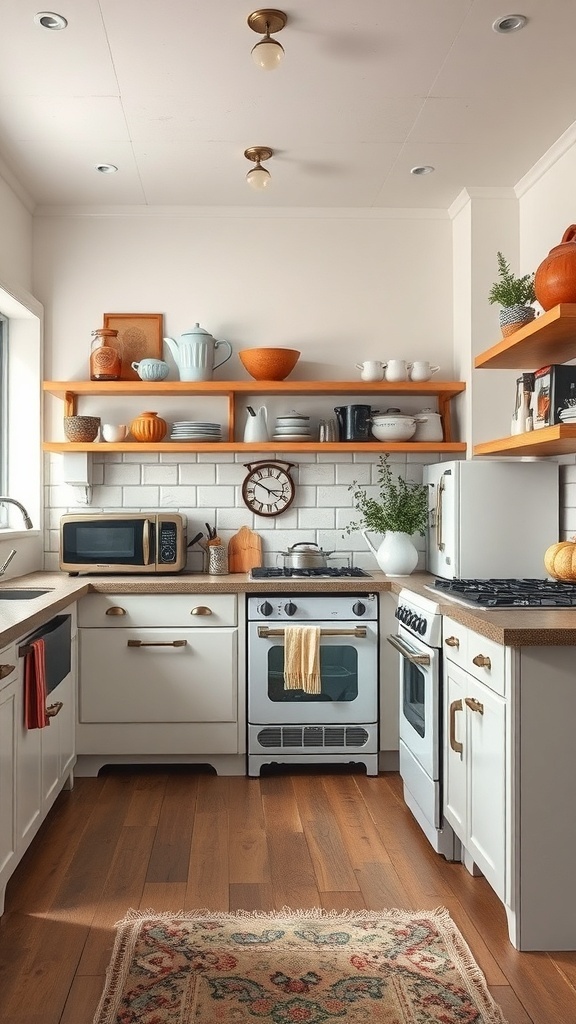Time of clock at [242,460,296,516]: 2:50
